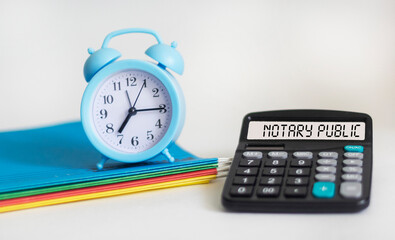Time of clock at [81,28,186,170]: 7:15
